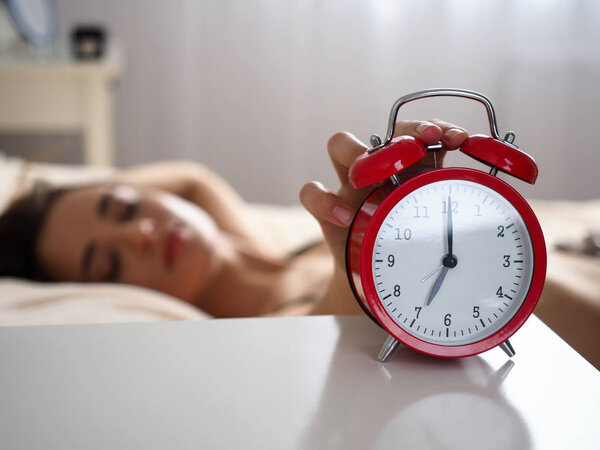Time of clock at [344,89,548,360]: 7:00
